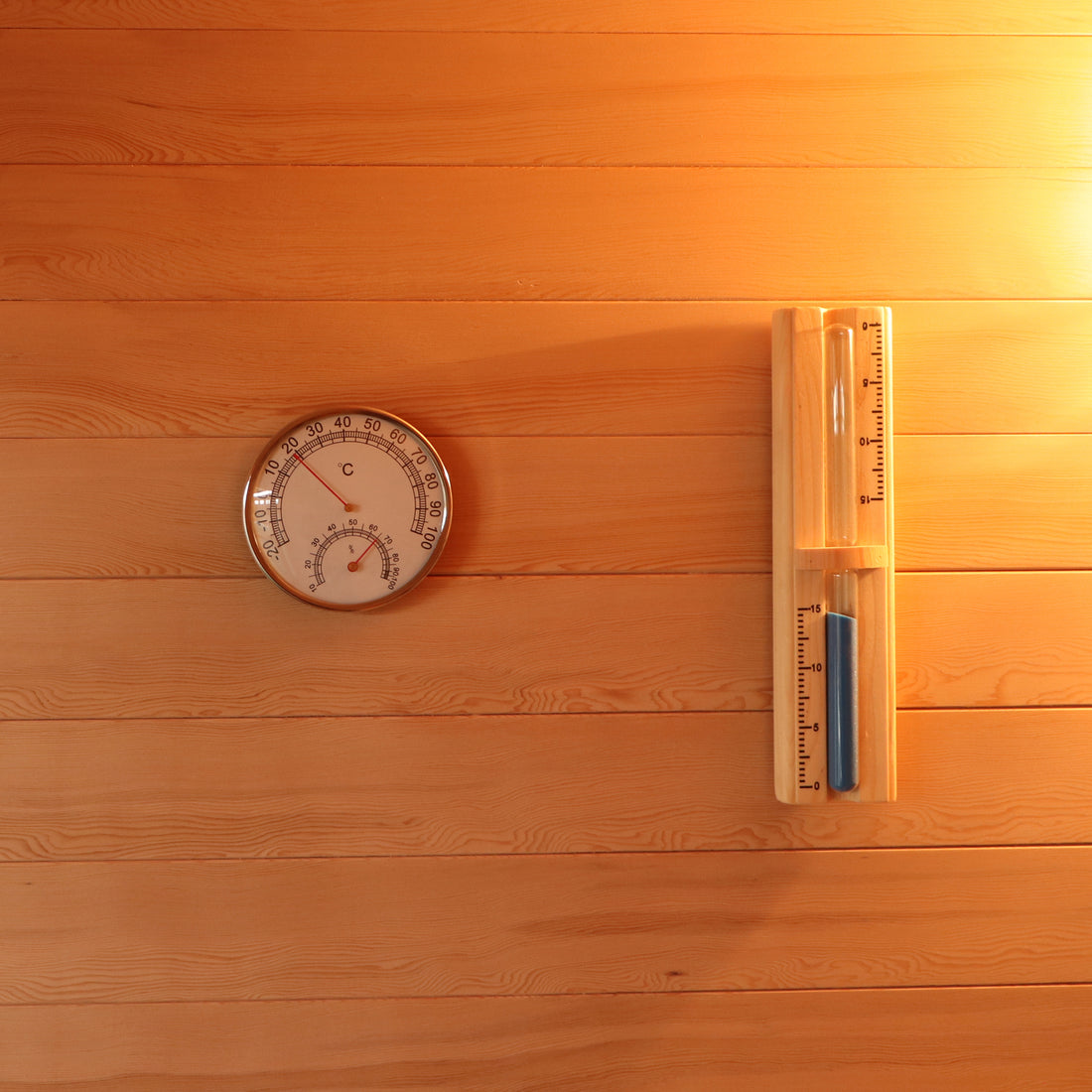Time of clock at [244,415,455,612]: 4:52
